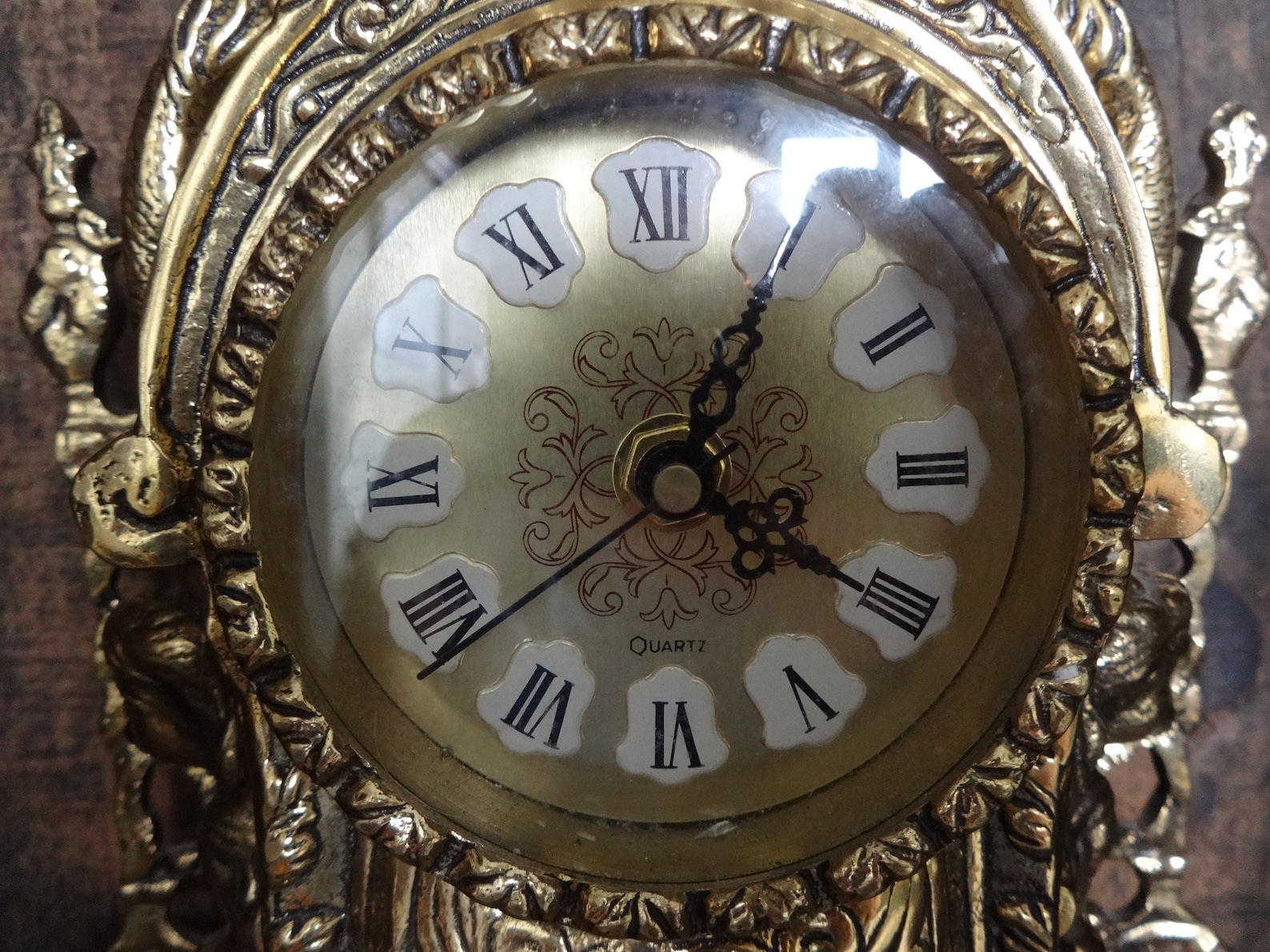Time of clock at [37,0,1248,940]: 4:04
